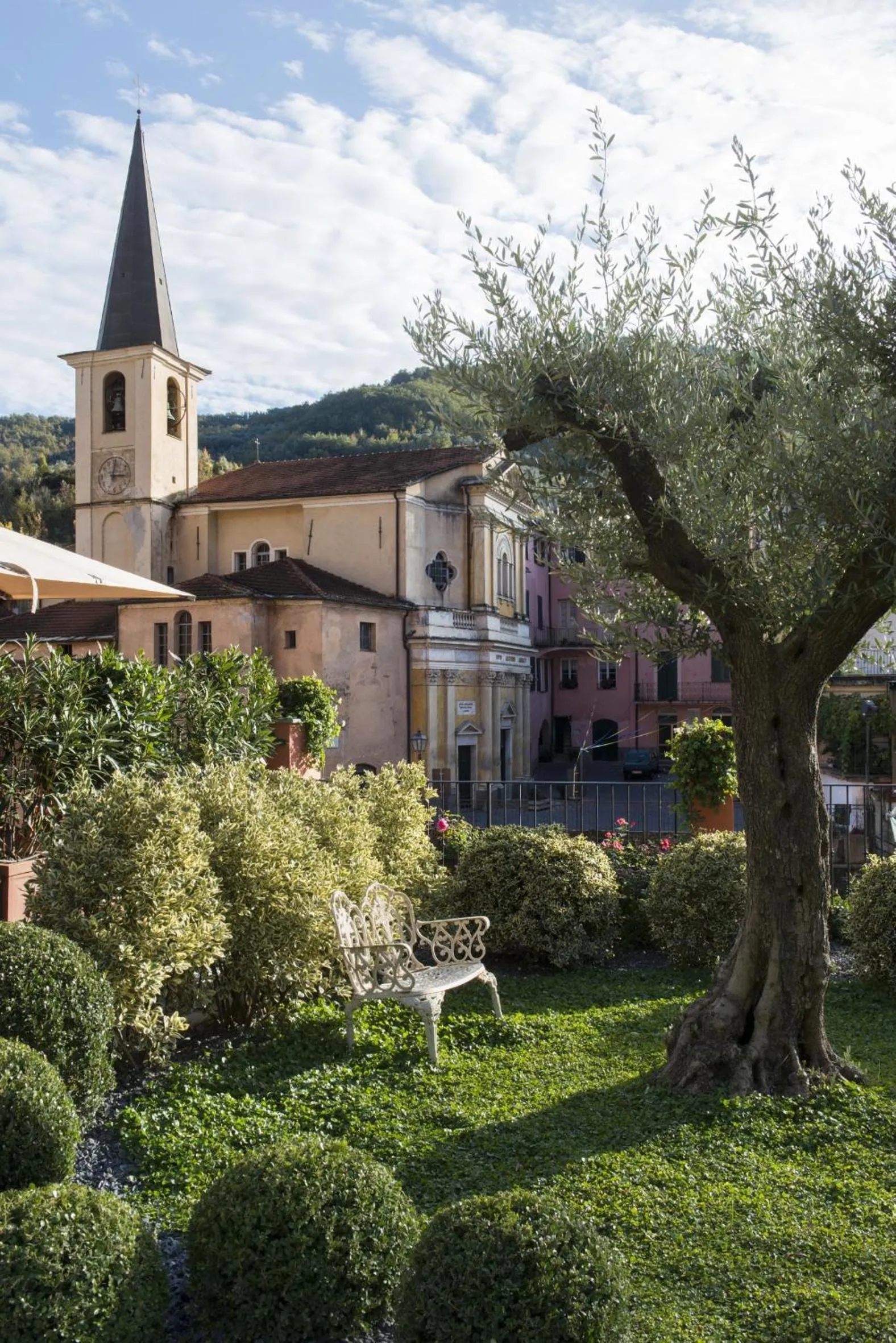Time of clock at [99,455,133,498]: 3:02
